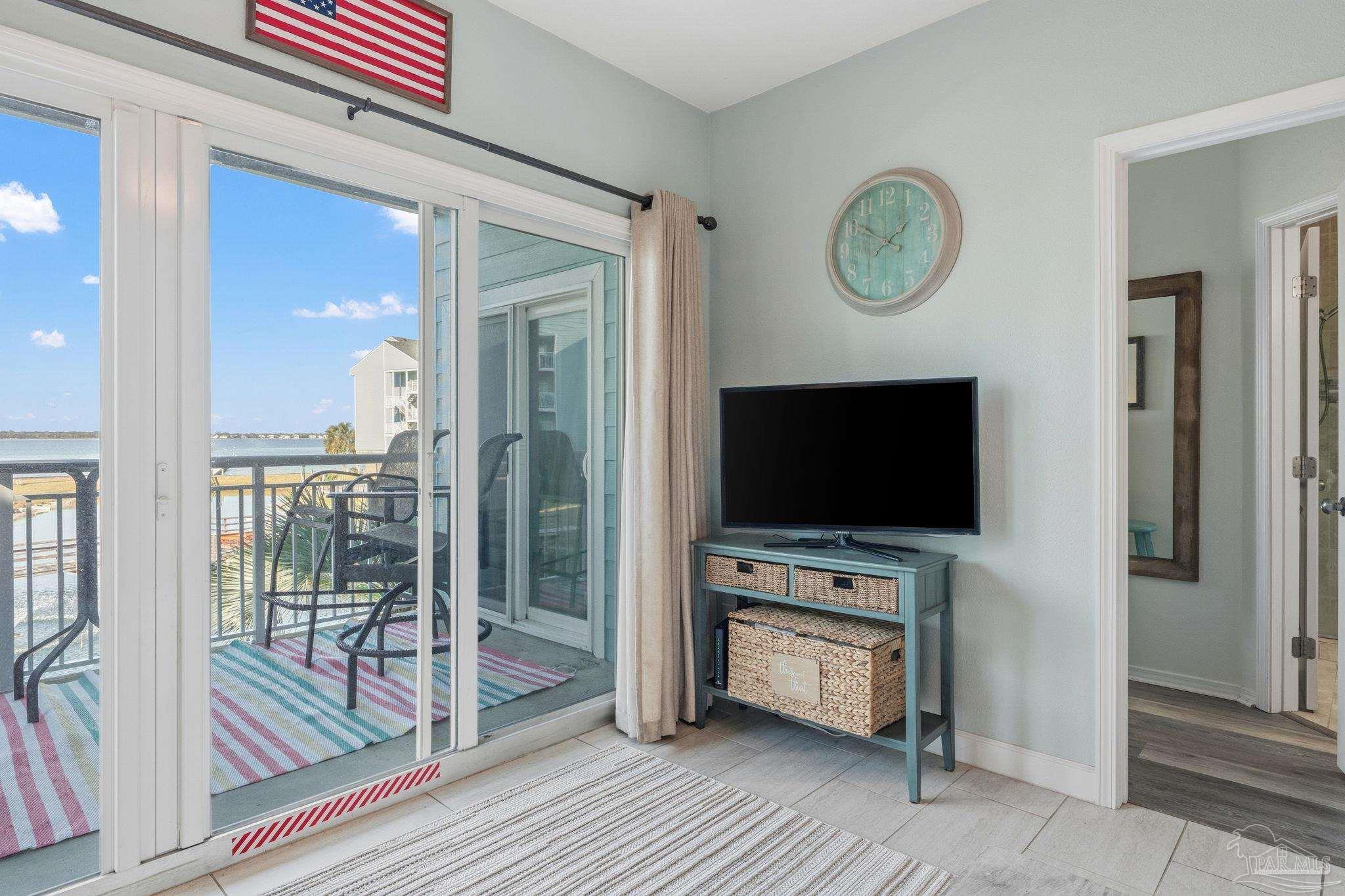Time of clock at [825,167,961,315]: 1:50
